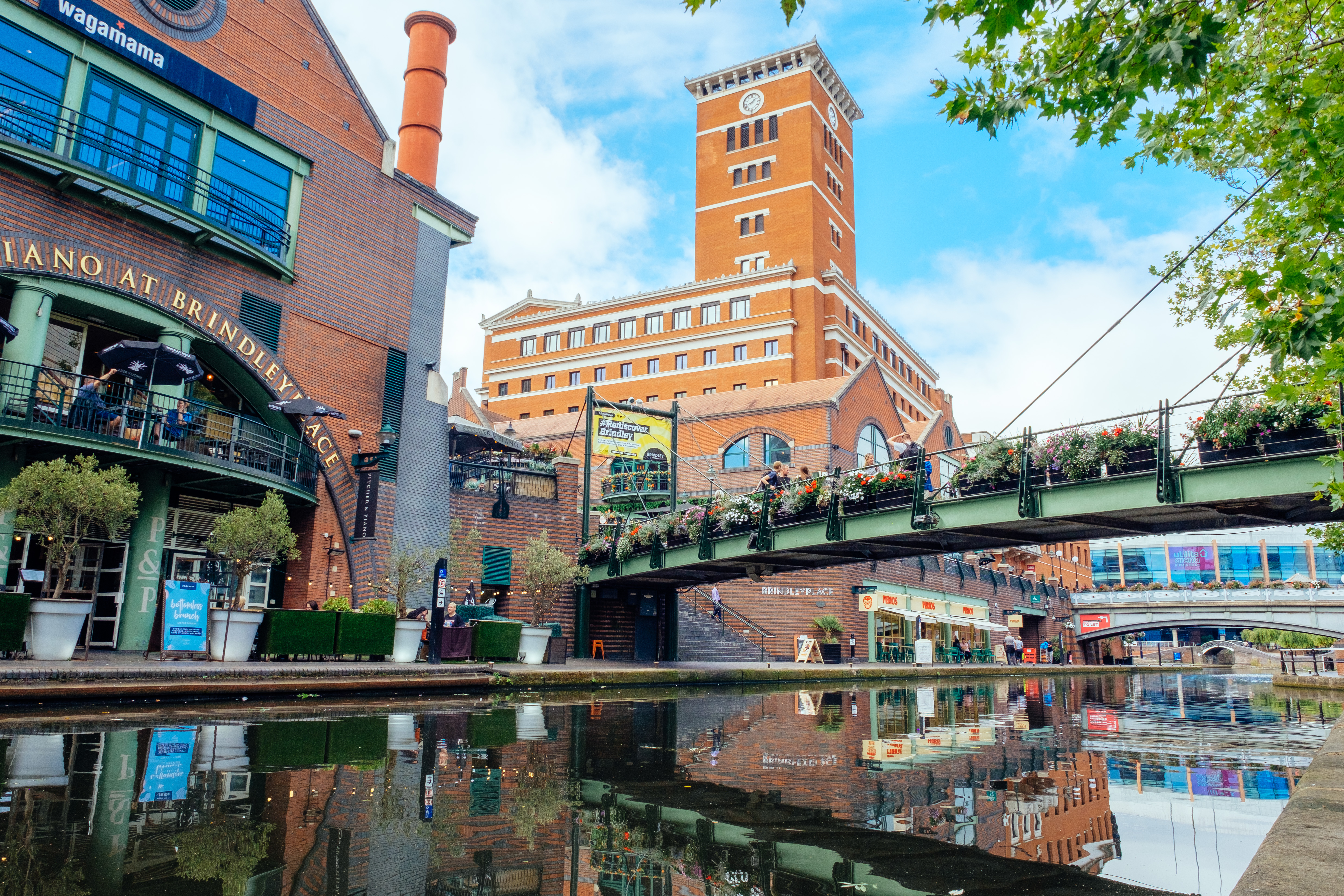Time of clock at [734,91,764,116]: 1:41
